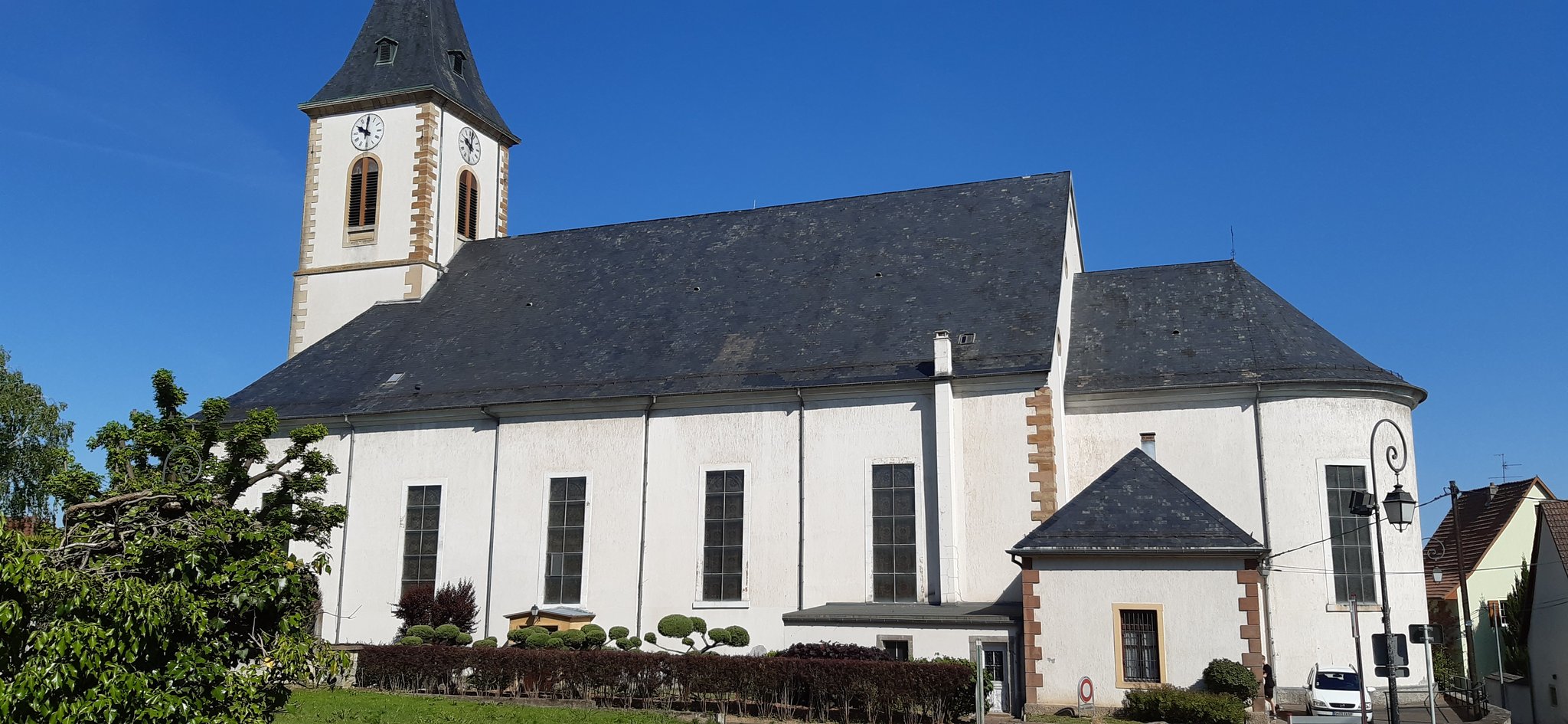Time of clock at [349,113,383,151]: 10:00
